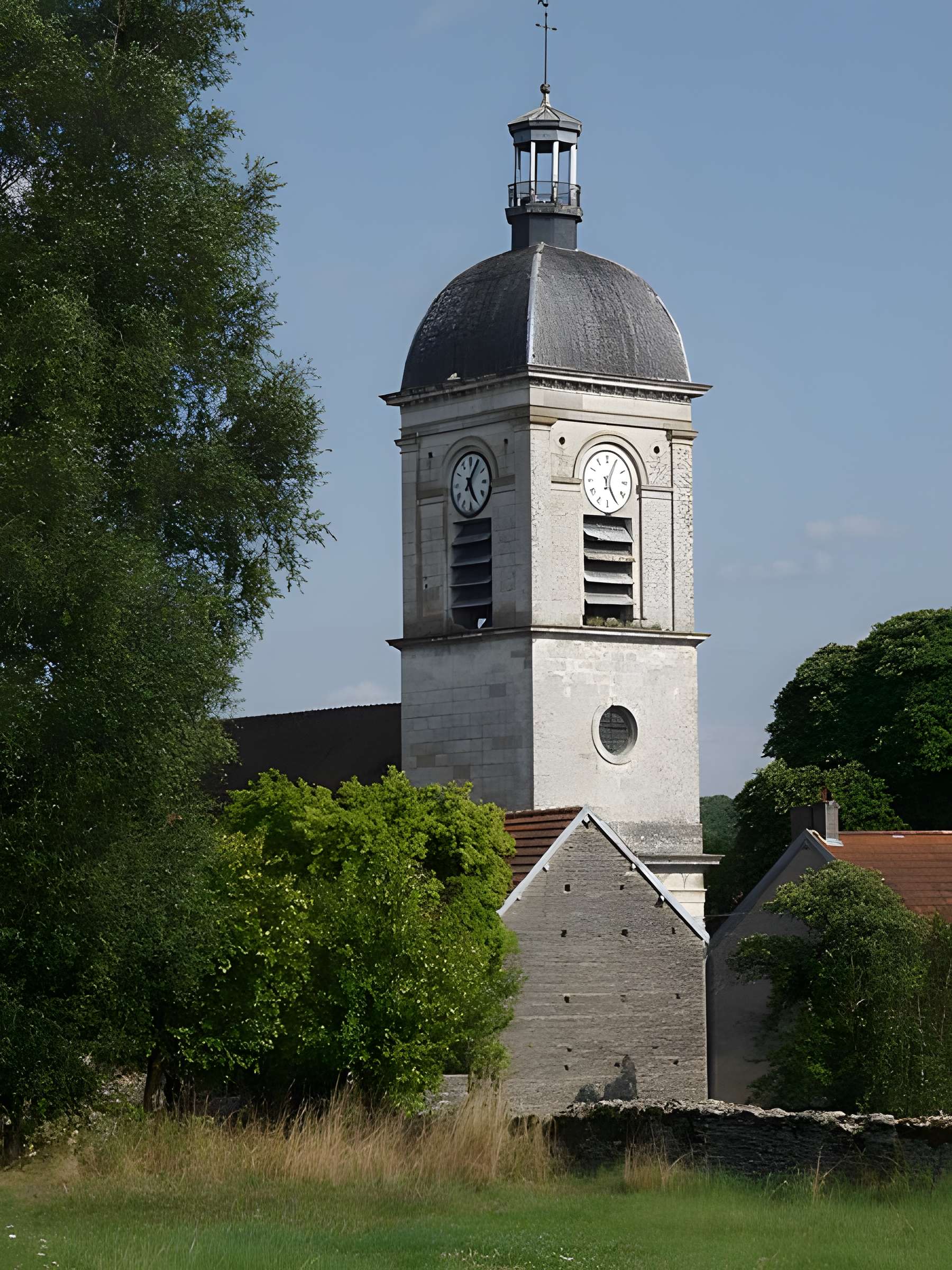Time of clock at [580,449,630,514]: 5:04
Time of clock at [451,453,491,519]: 5:05
